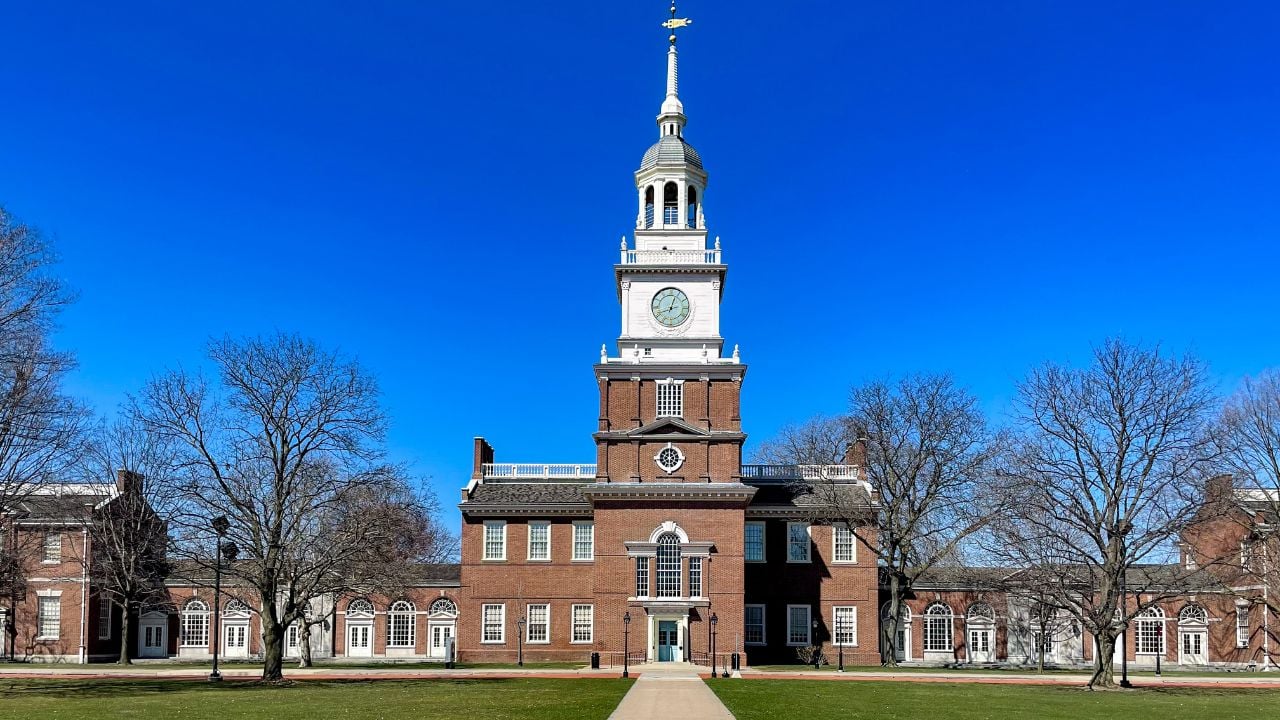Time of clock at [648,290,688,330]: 12:41
